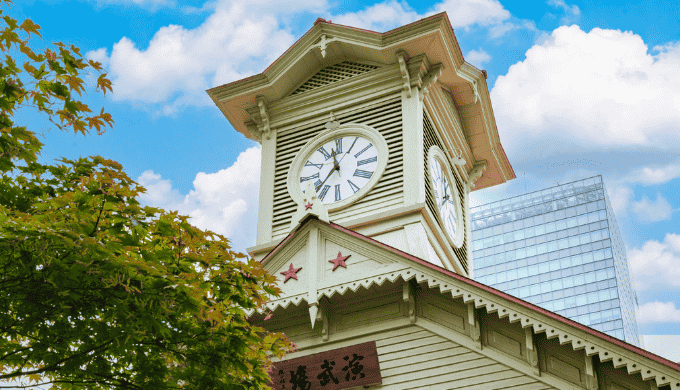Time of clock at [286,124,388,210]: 11:36
